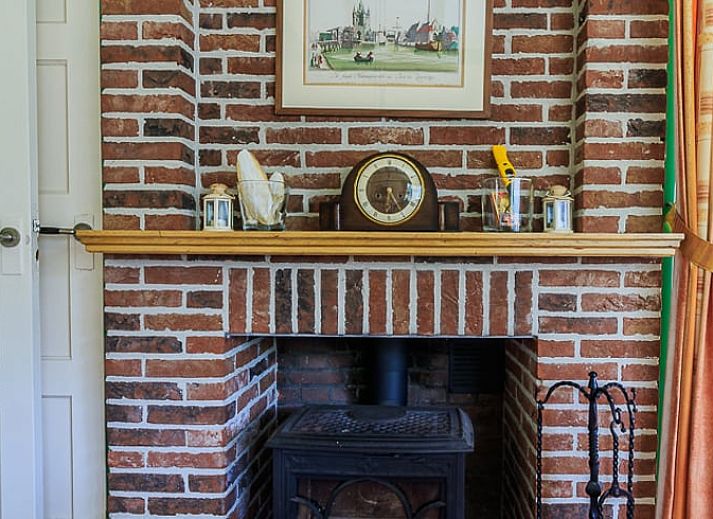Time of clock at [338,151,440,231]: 6:25
